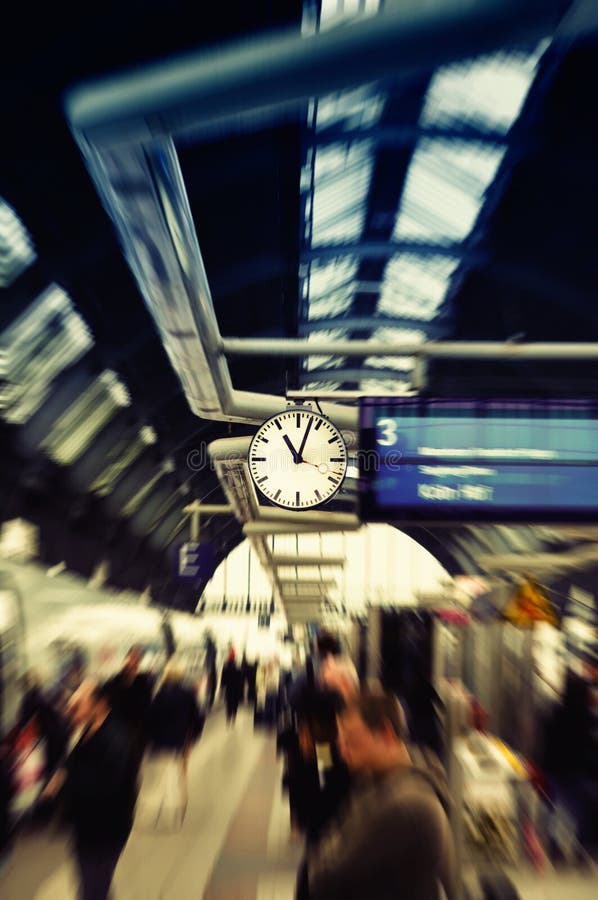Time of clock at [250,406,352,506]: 11:03
